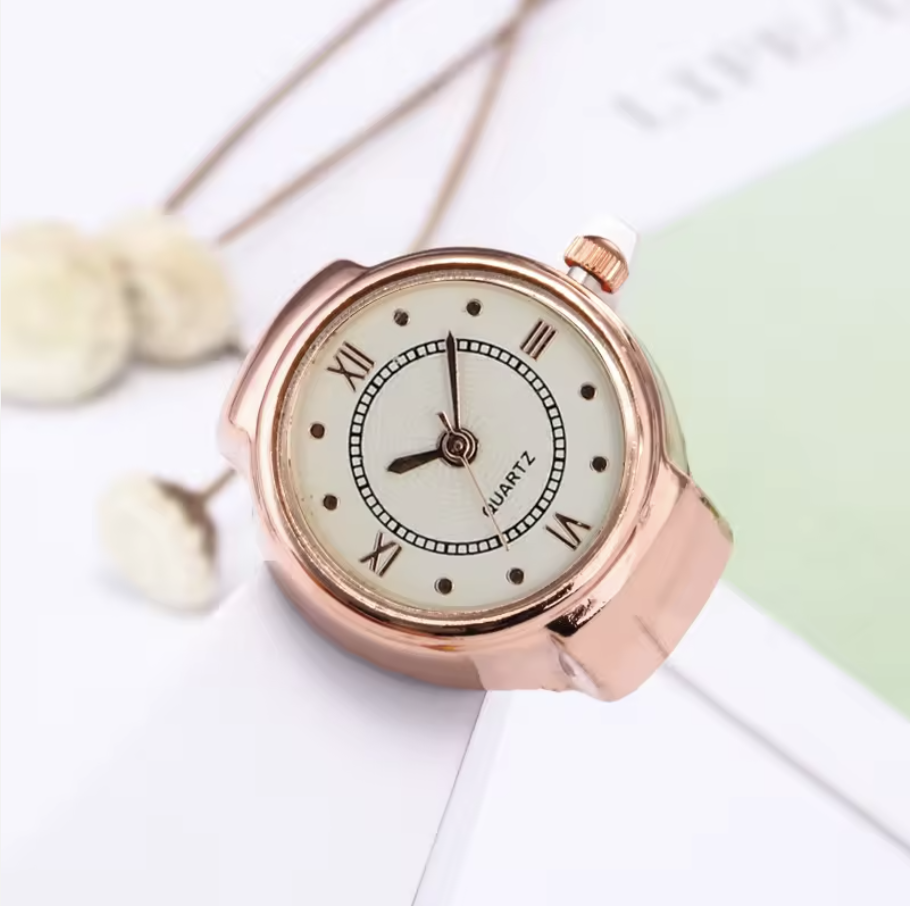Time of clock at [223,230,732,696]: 7:58
